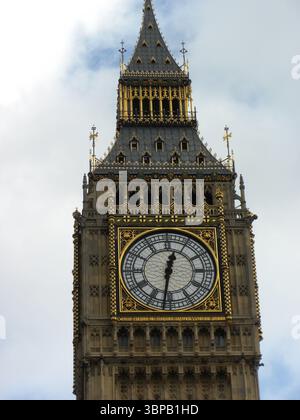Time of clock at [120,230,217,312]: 12:31
